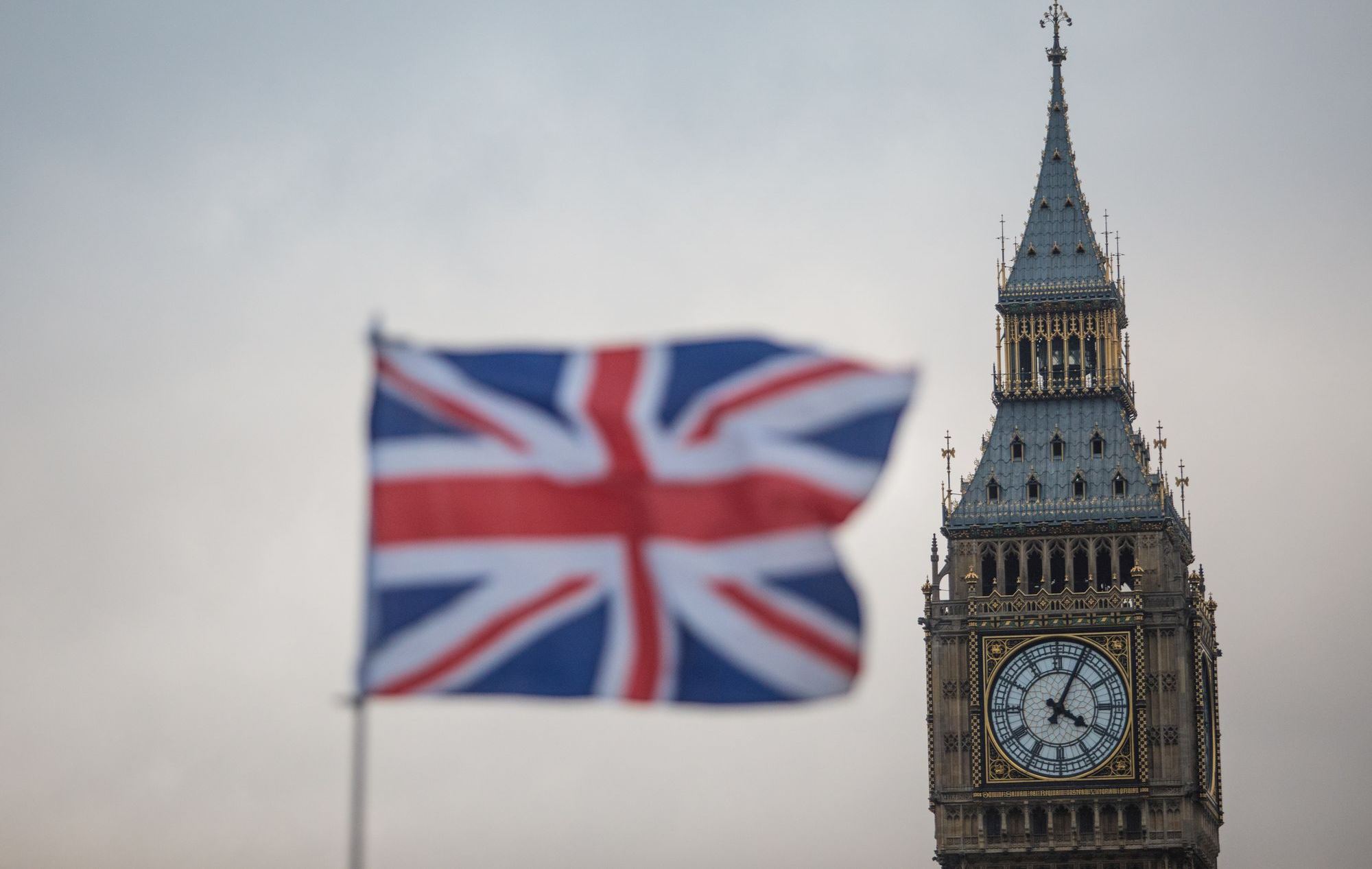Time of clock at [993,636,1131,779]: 4:04
